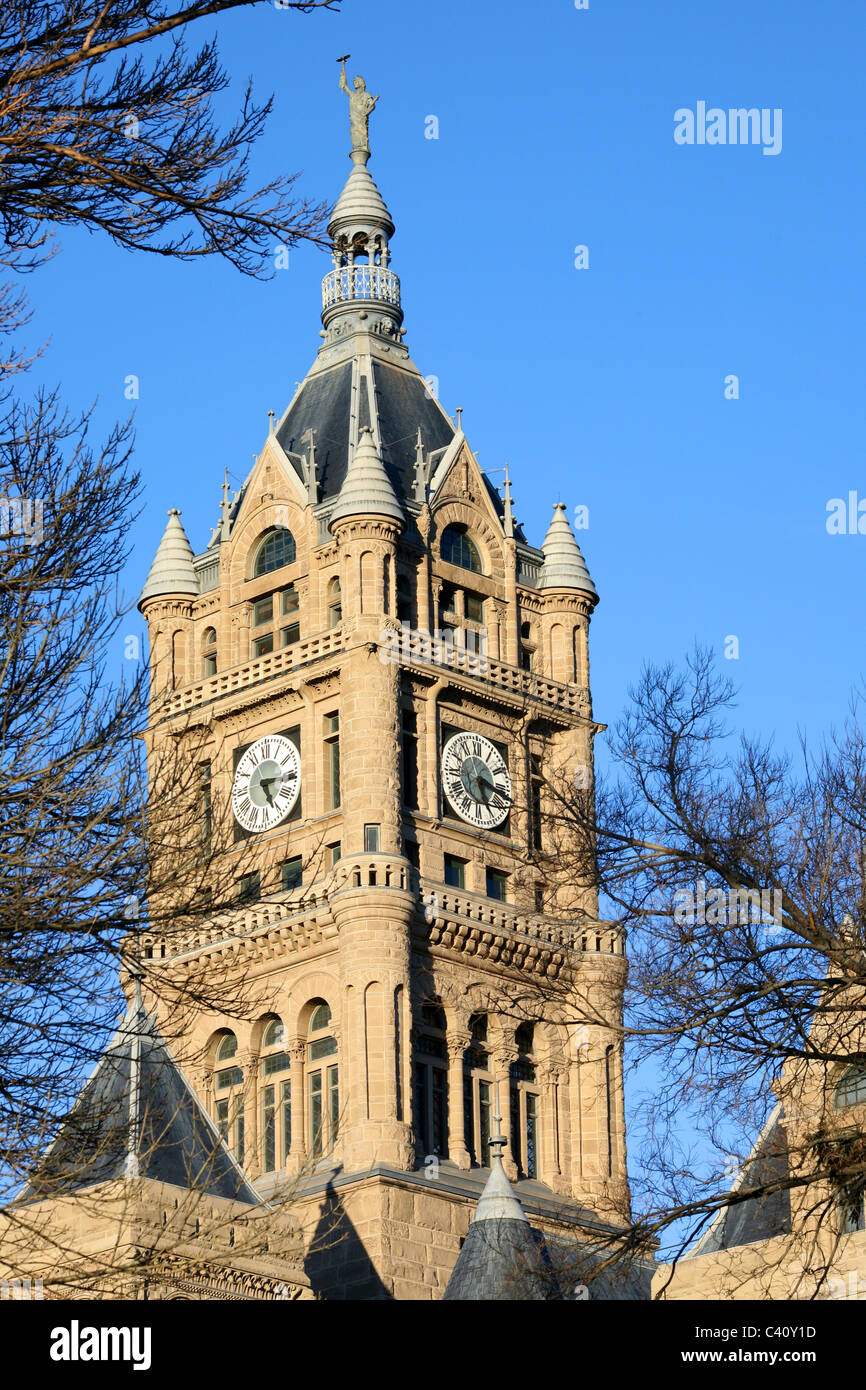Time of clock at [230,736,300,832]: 5:15
